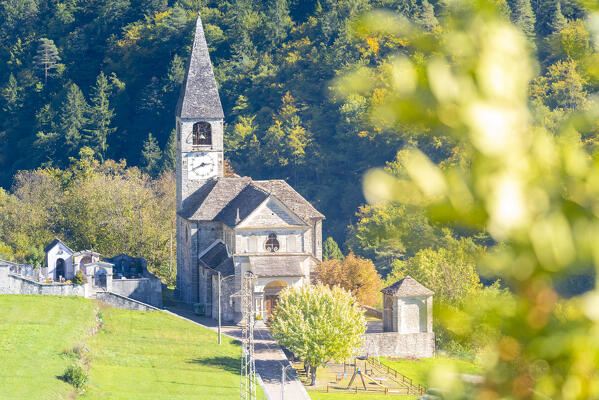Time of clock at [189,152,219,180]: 2:40
